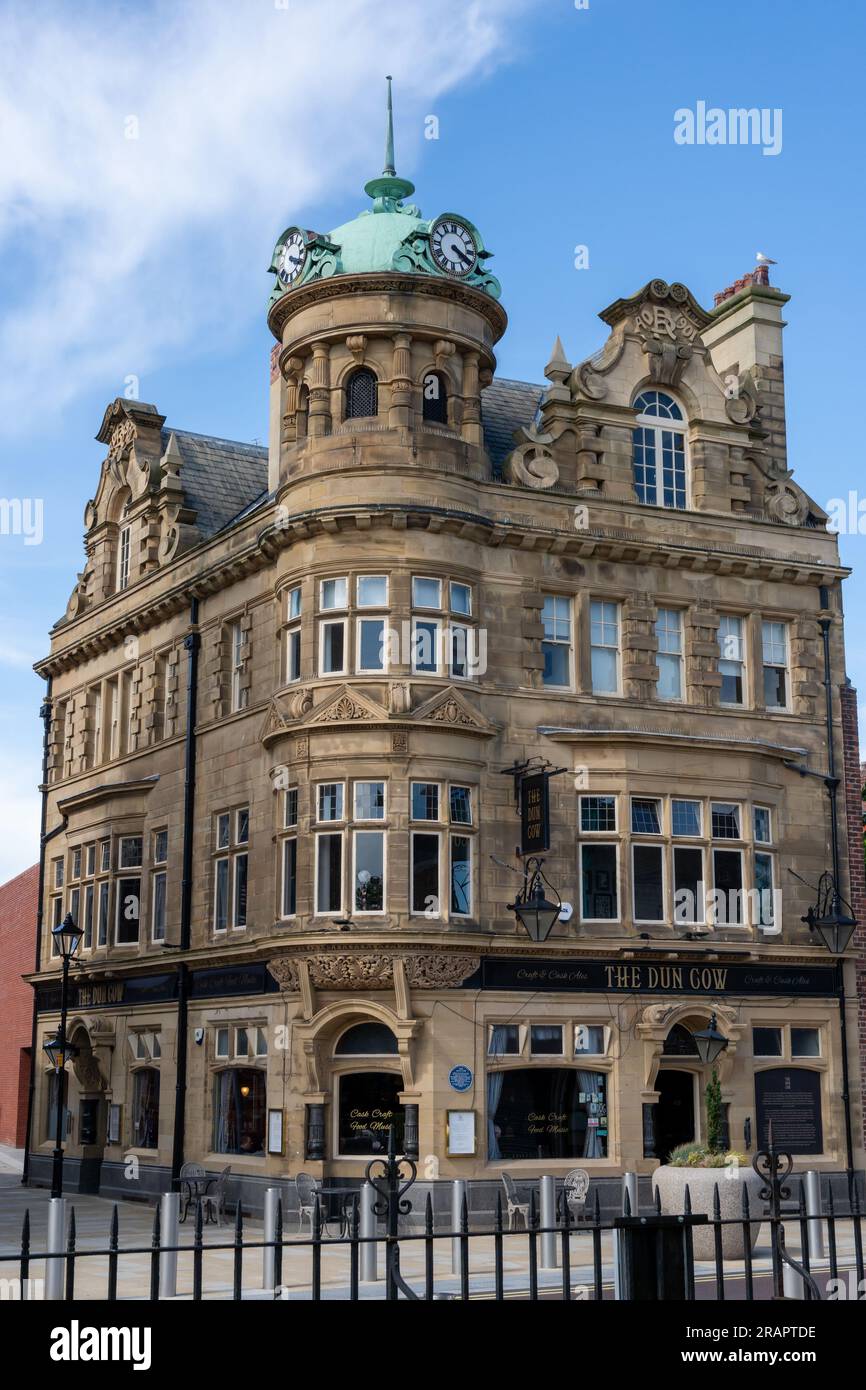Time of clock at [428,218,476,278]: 4:19
